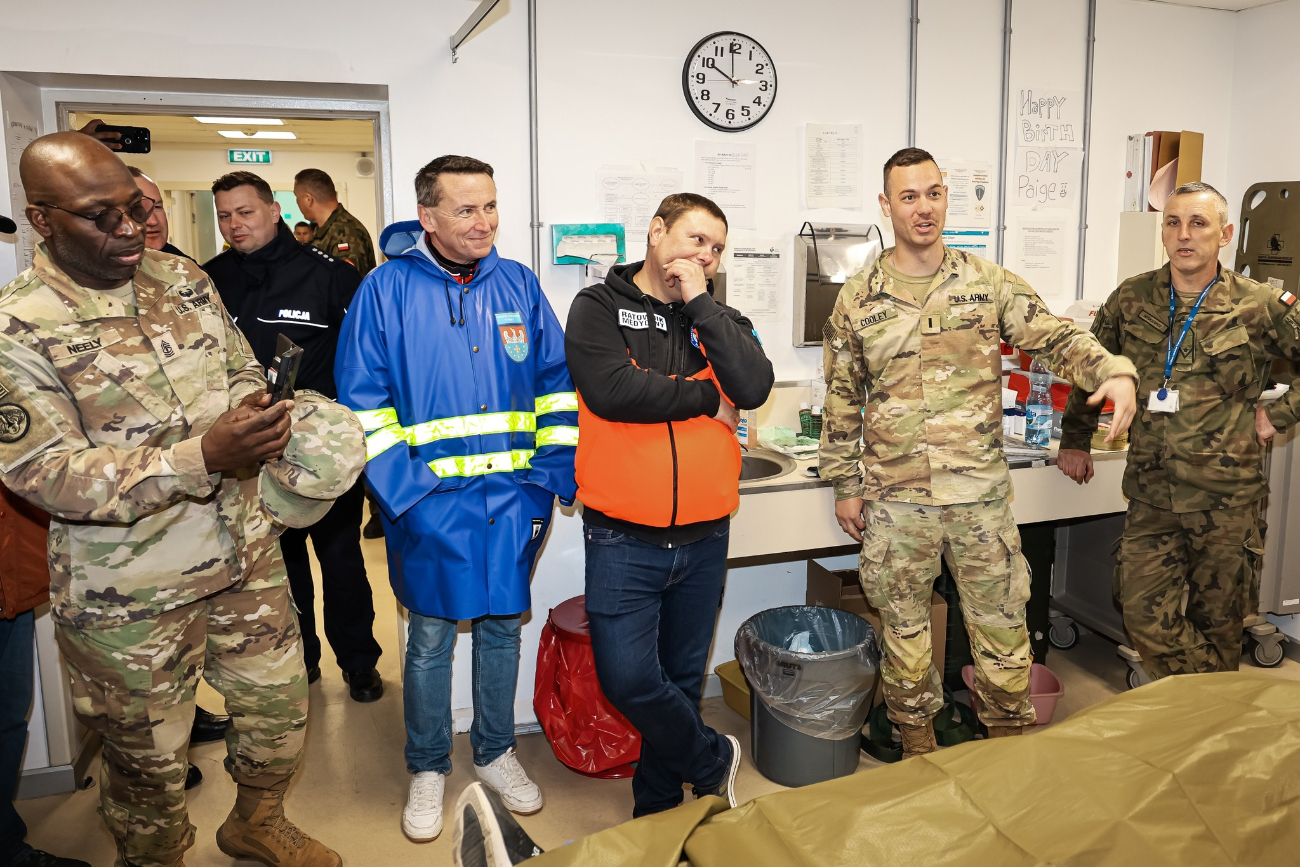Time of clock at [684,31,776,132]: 9:59
